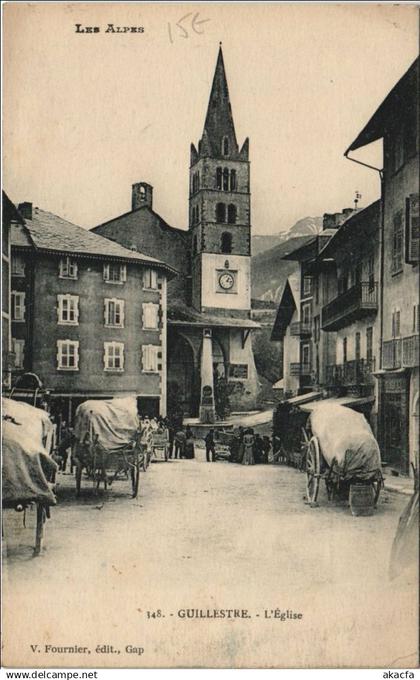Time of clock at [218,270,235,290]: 1:16
